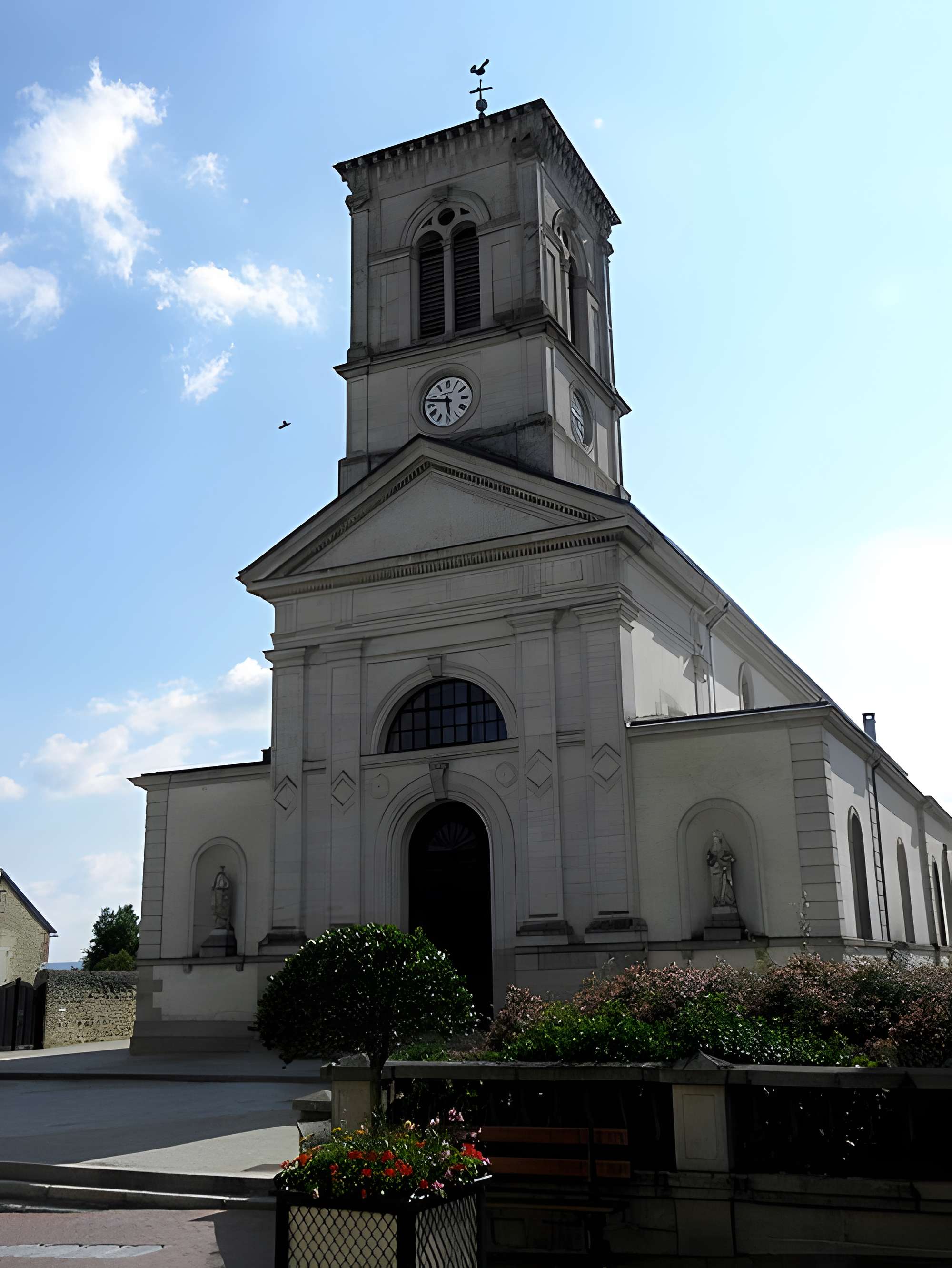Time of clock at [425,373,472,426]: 5:47
